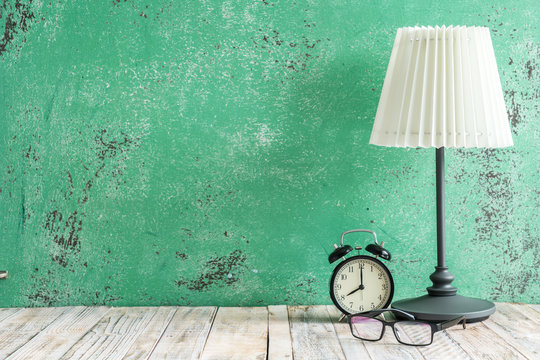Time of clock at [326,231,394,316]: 8:00
